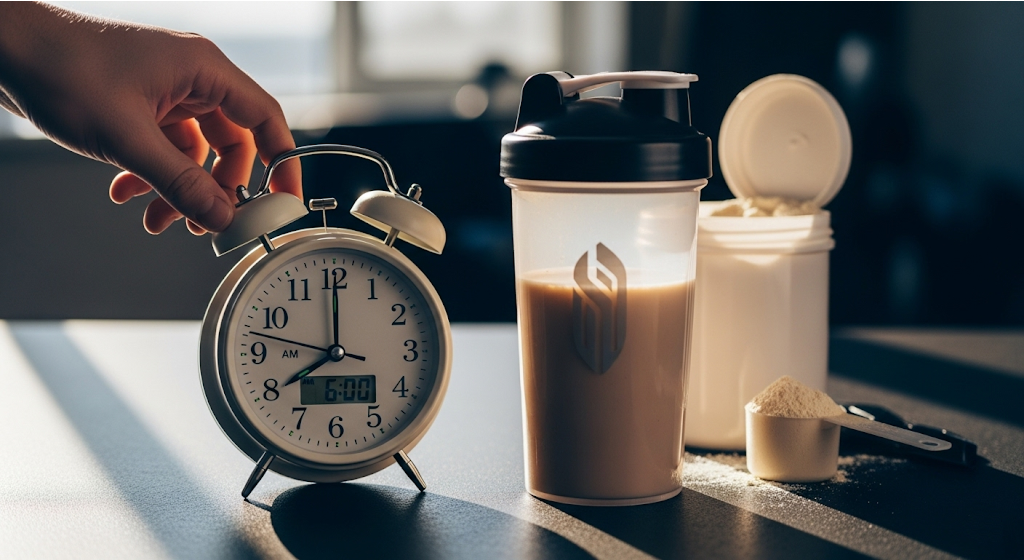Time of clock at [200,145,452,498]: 8:00
